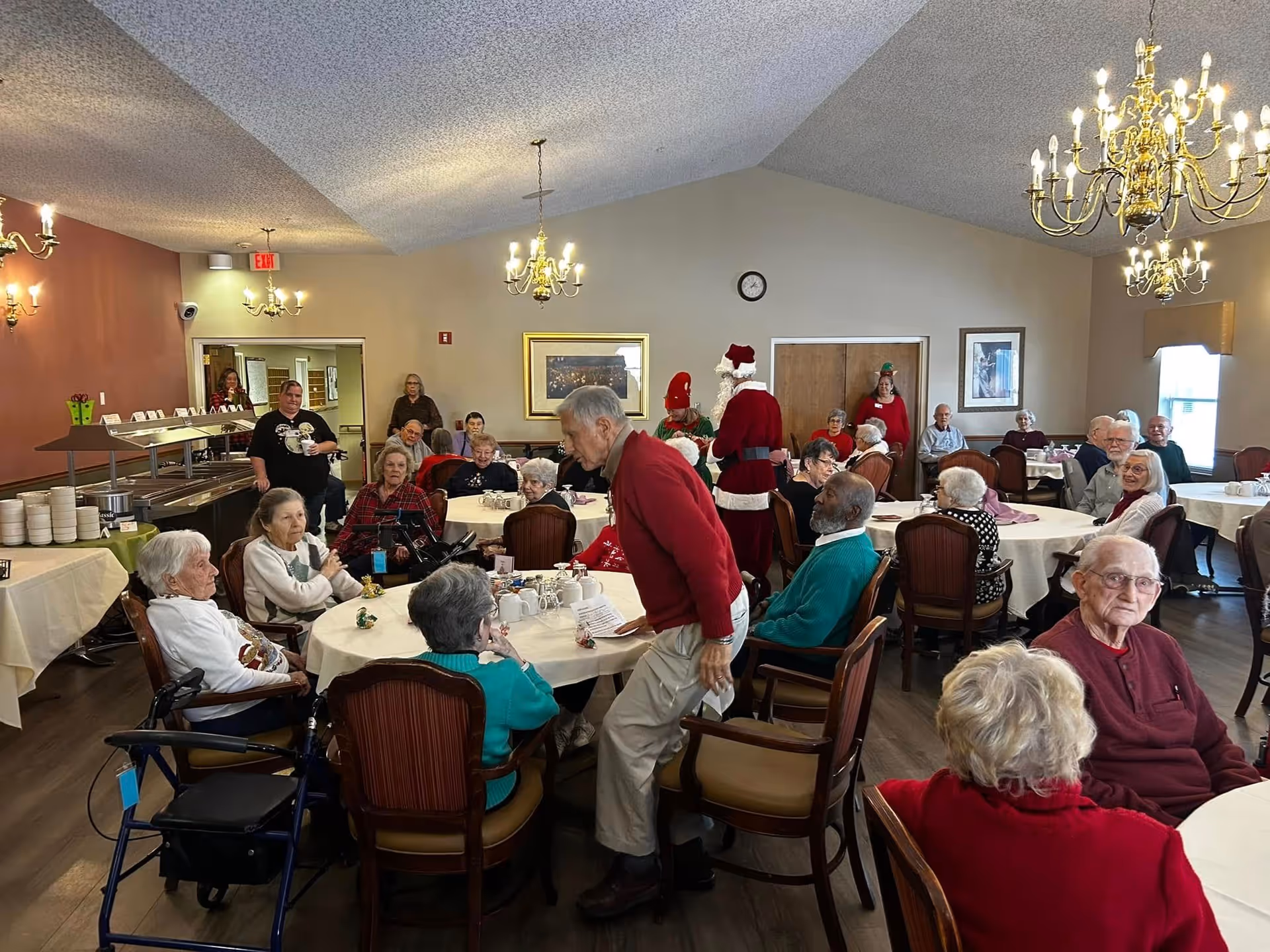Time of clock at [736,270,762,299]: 1:16
